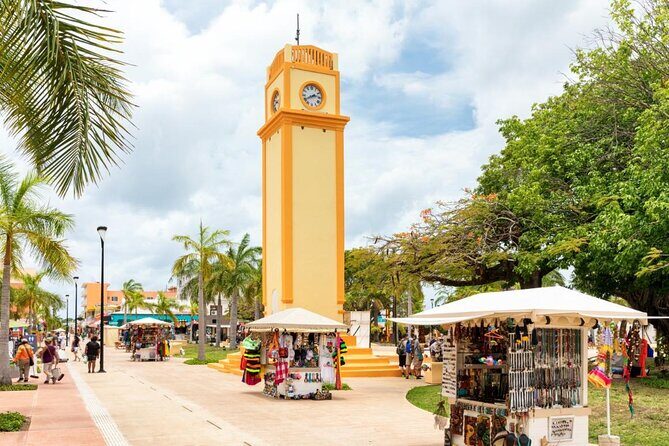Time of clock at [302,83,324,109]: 2:40
